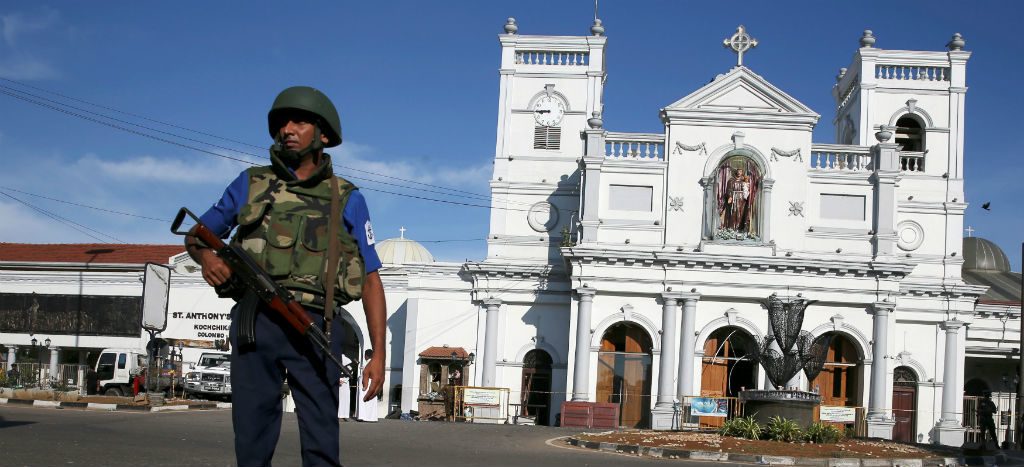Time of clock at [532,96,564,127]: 8:45
